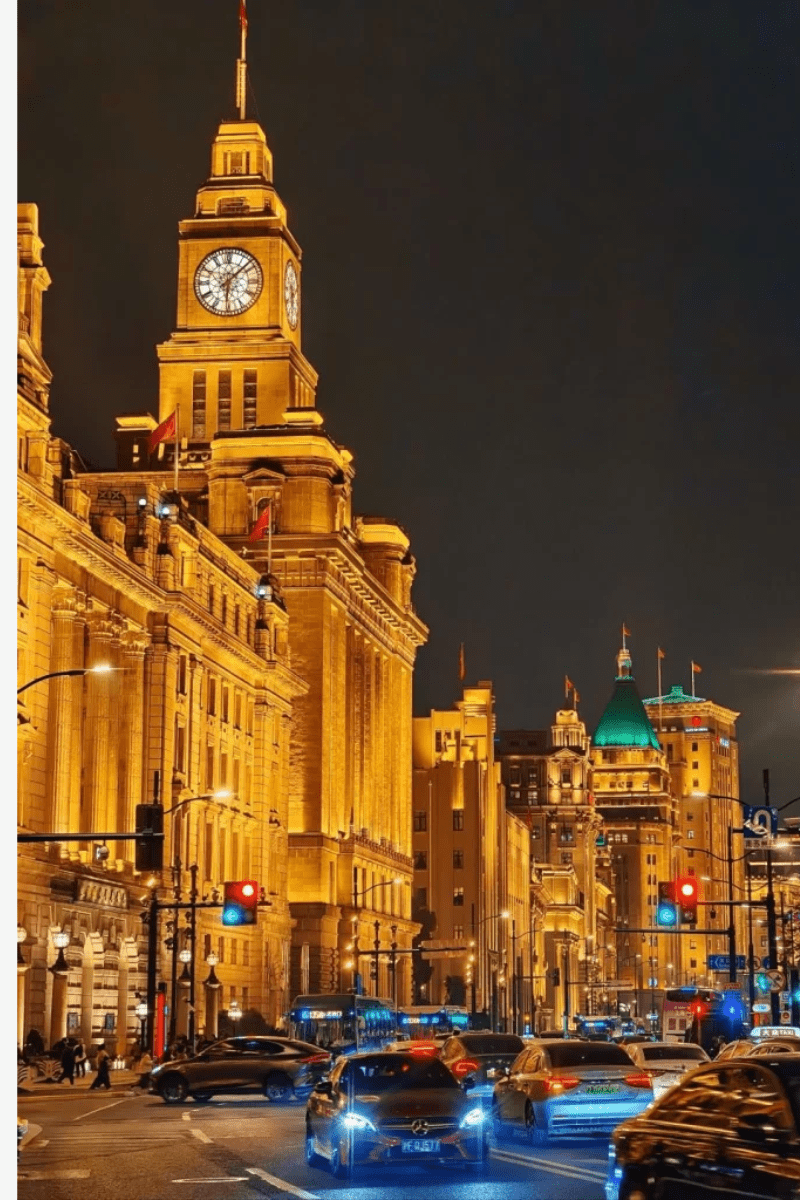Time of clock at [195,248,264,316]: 6:07
